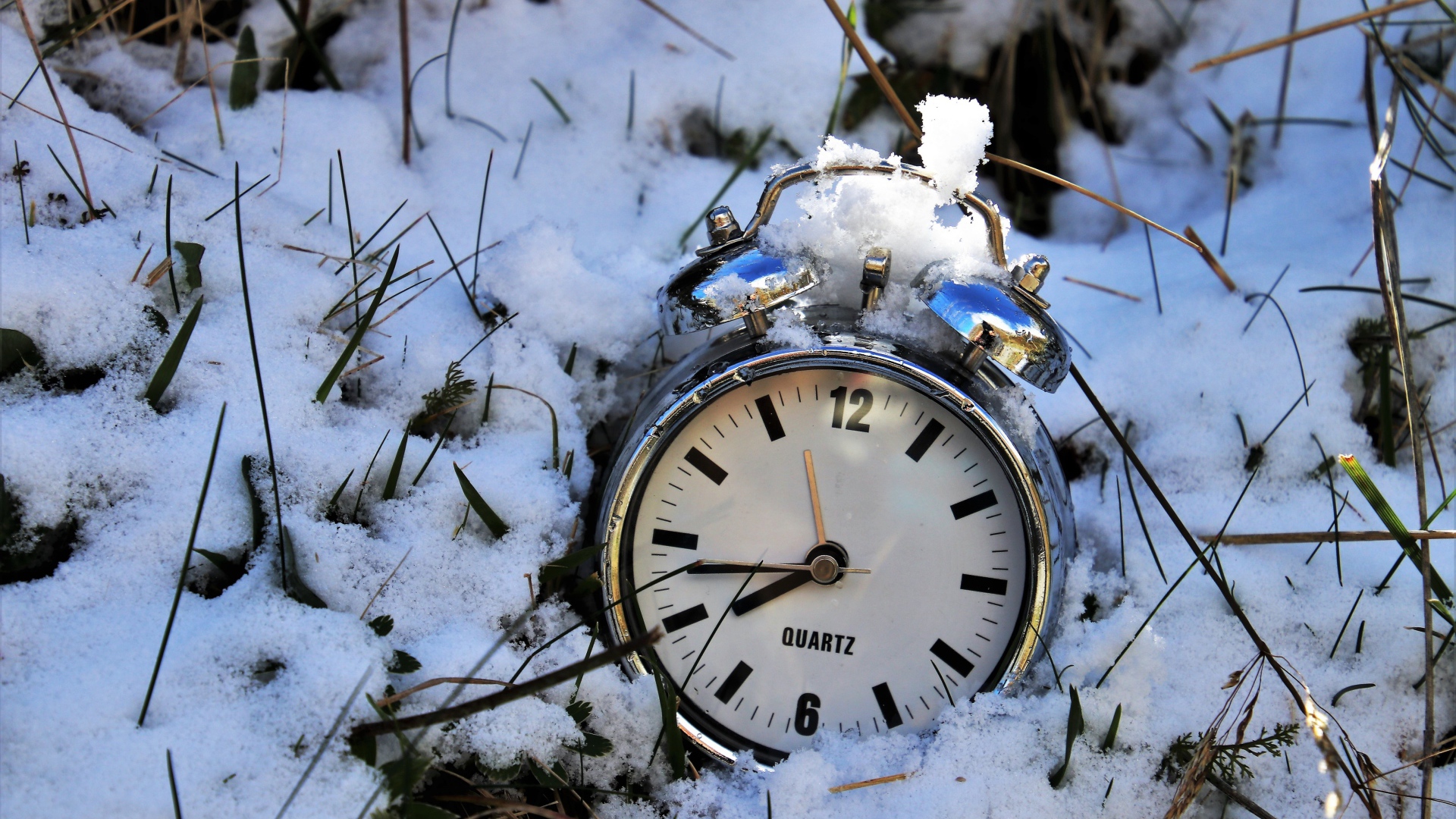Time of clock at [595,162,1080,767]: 7:43
